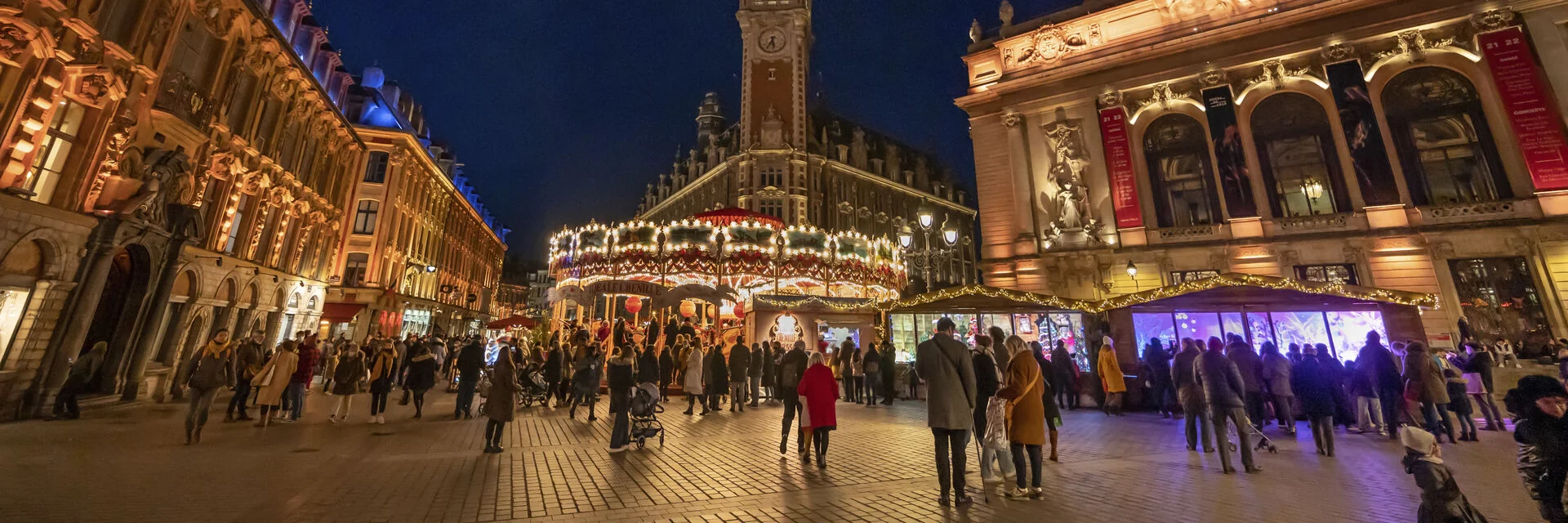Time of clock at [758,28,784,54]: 5:35
